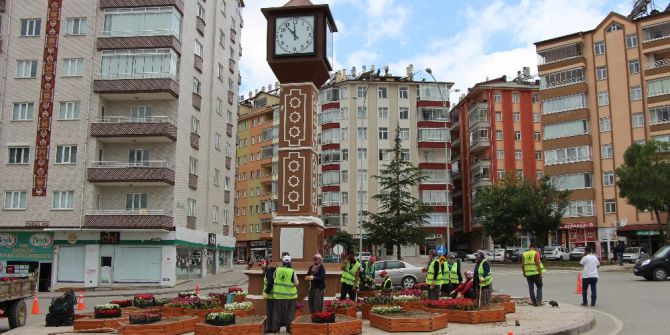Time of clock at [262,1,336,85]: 11:53
